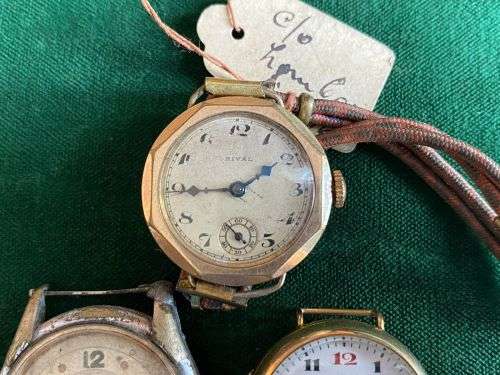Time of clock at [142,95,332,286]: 1:44
